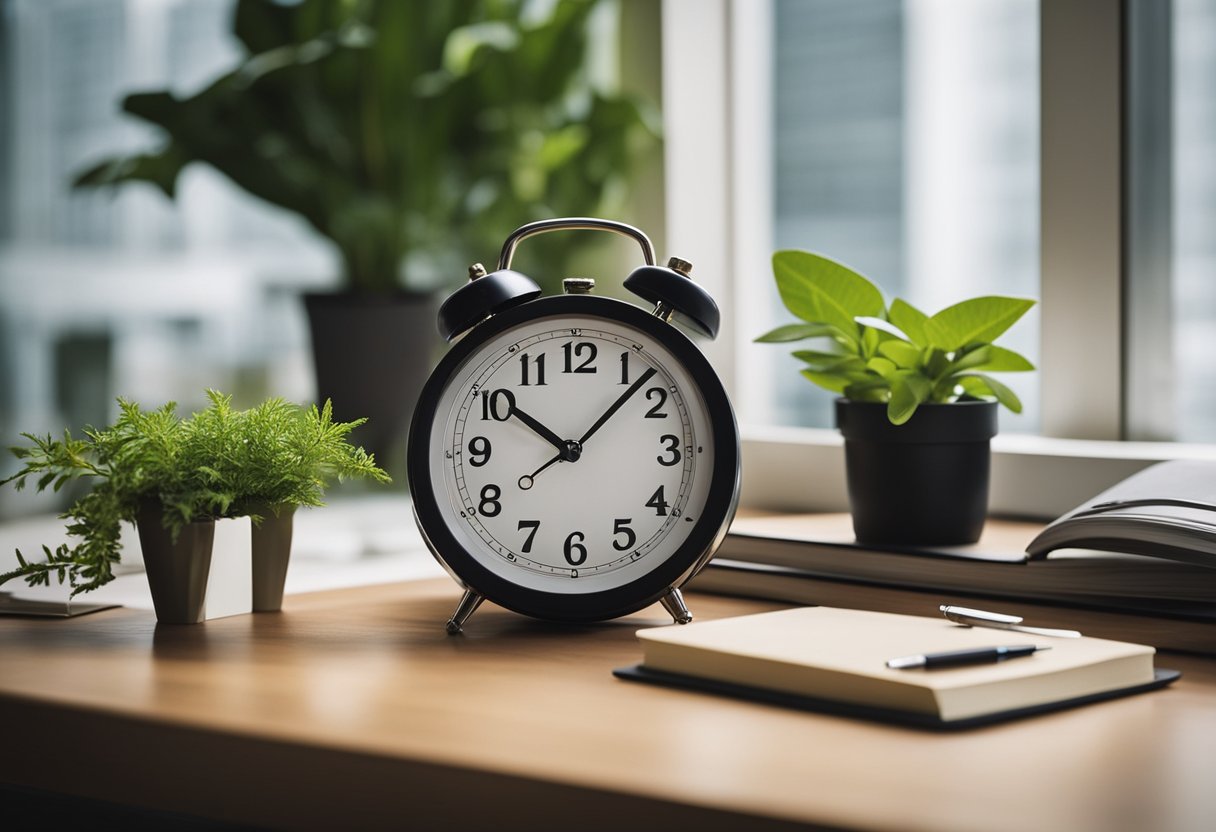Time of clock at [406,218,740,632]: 10:07
